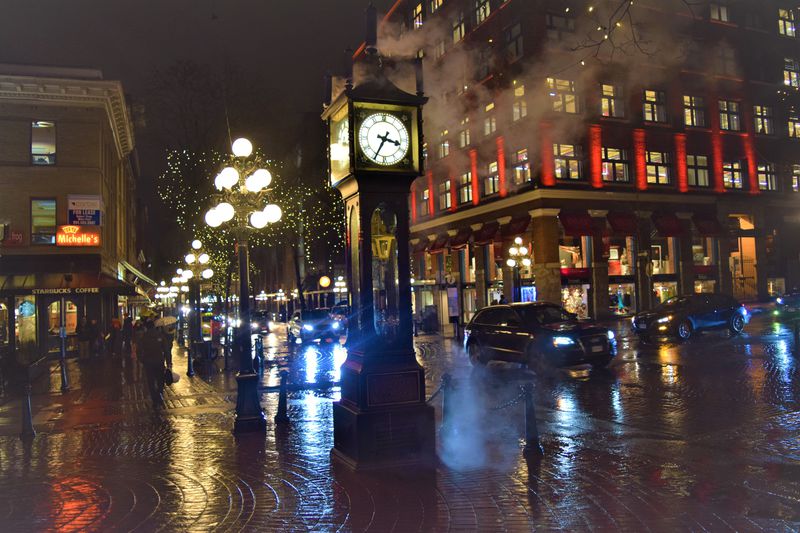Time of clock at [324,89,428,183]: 3:34
